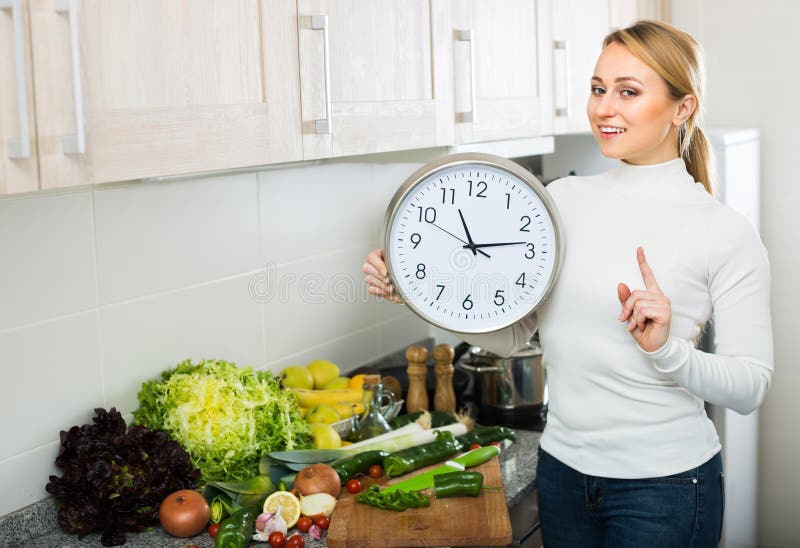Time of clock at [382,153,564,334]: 11:13
